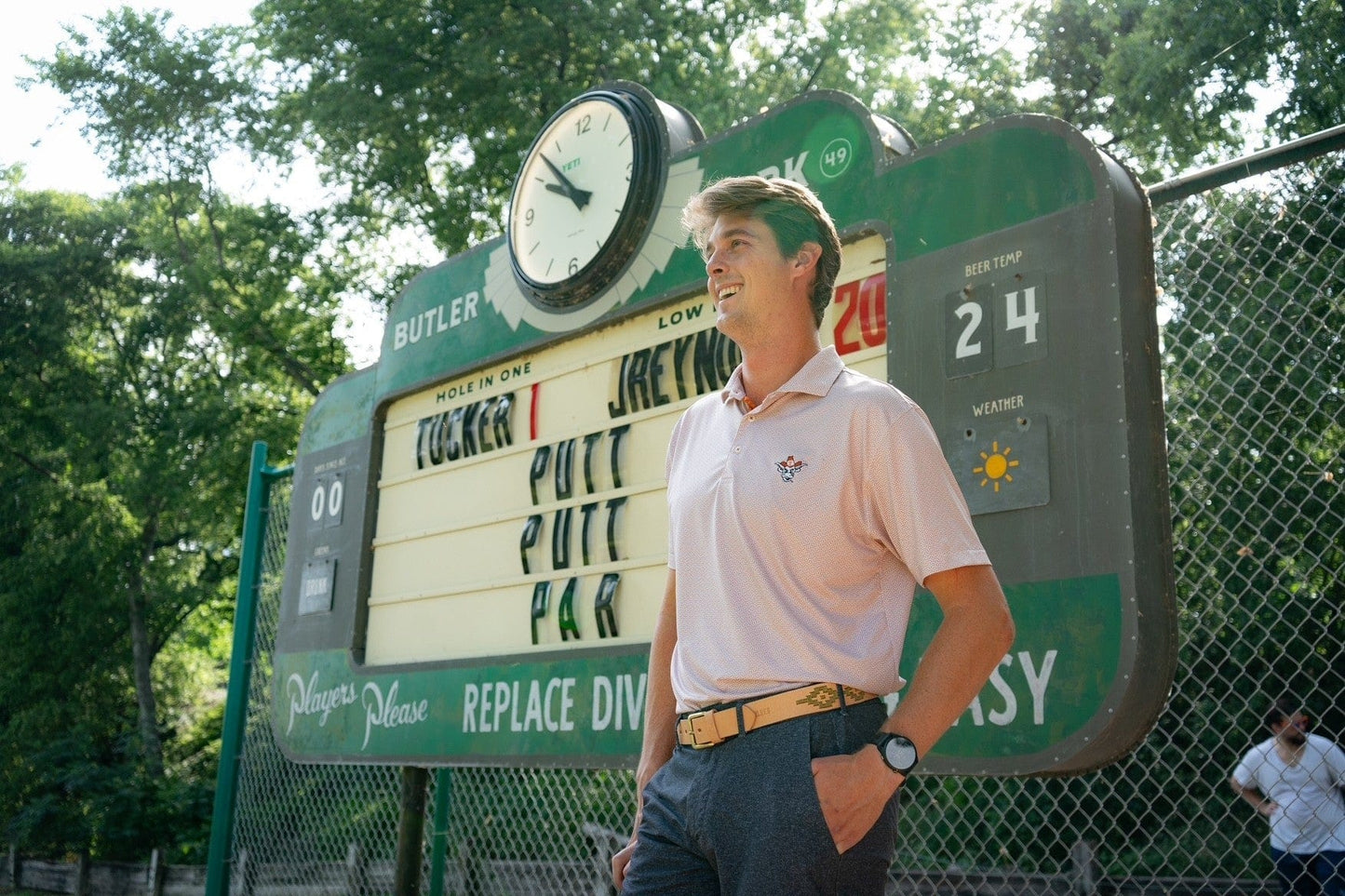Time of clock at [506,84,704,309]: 9:52
